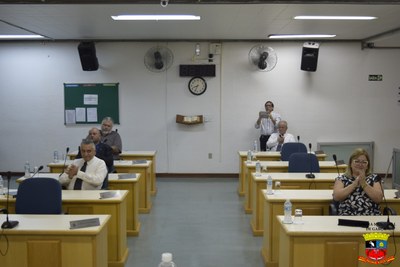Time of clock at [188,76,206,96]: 8:33
